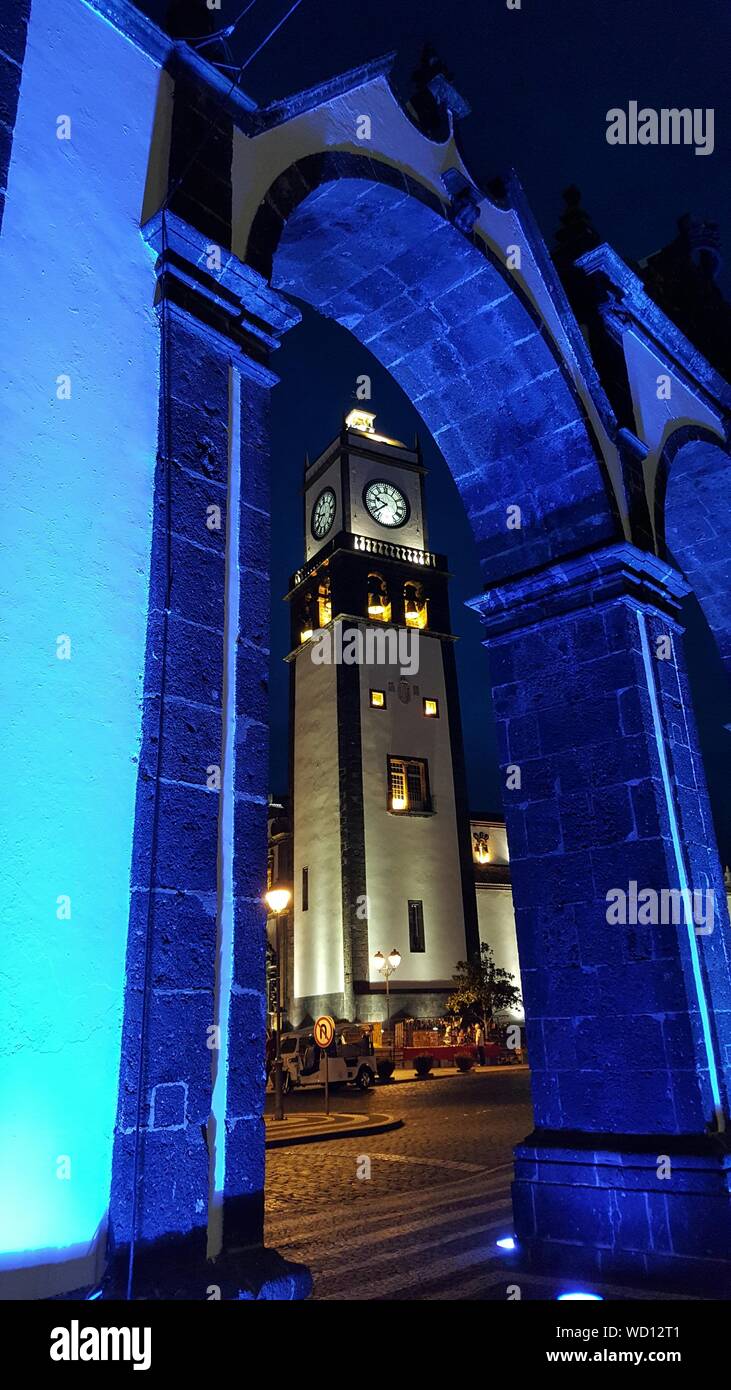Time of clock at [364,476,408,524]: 9:38
